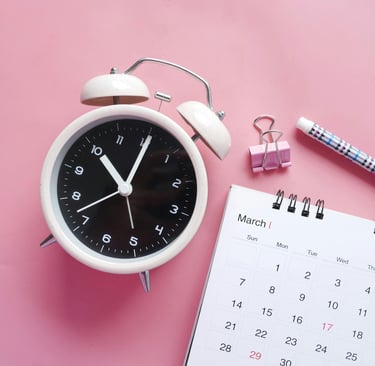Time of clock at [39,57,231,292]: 11:05
